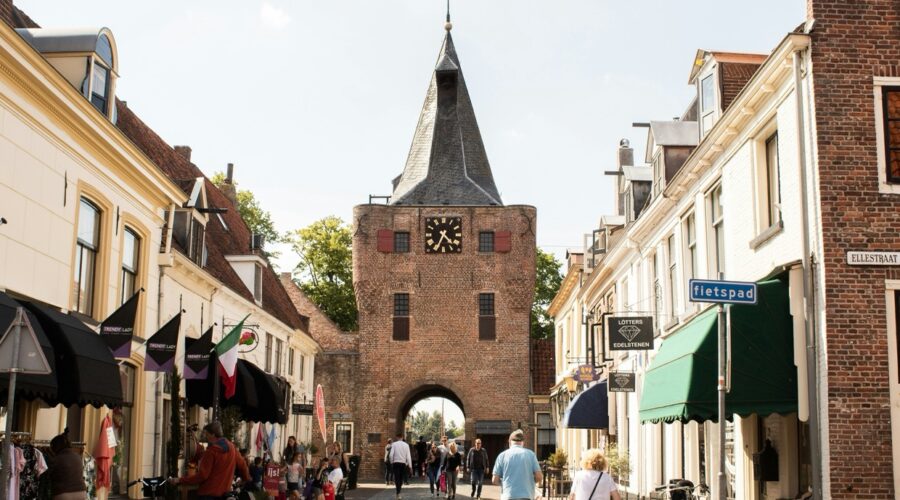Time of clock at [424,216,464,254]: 4:34
